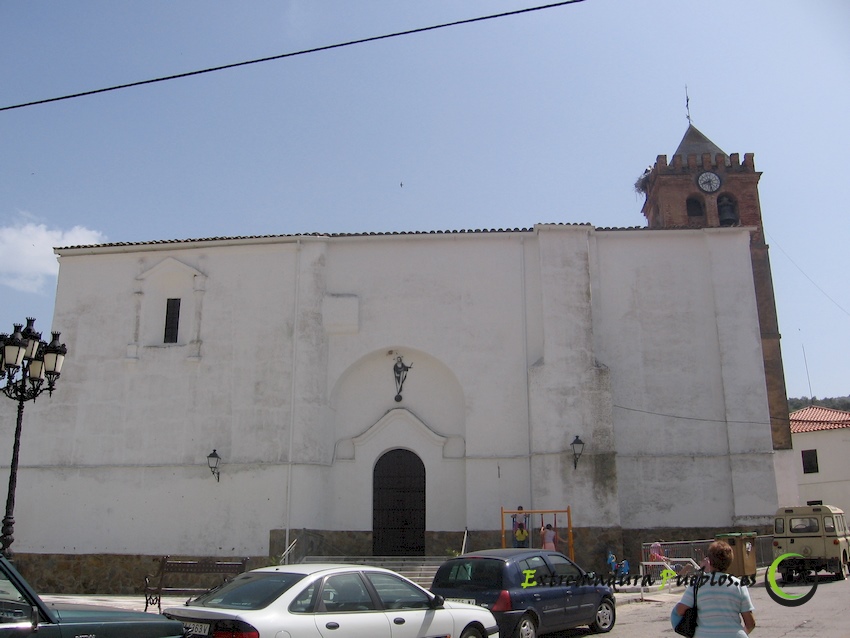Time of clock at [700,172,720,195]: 8:27
